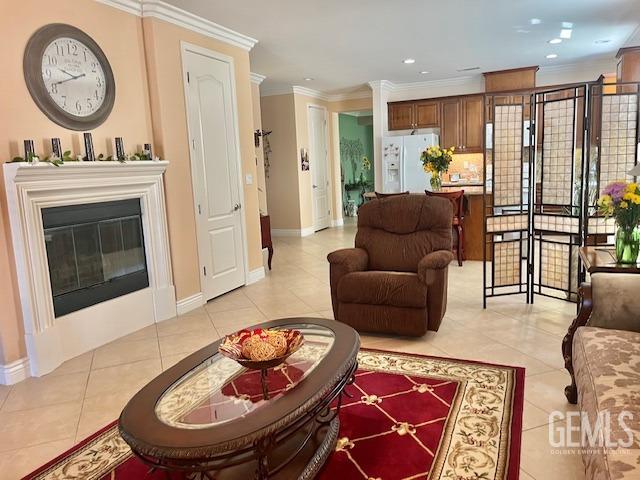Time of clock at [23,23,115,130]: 9:41
